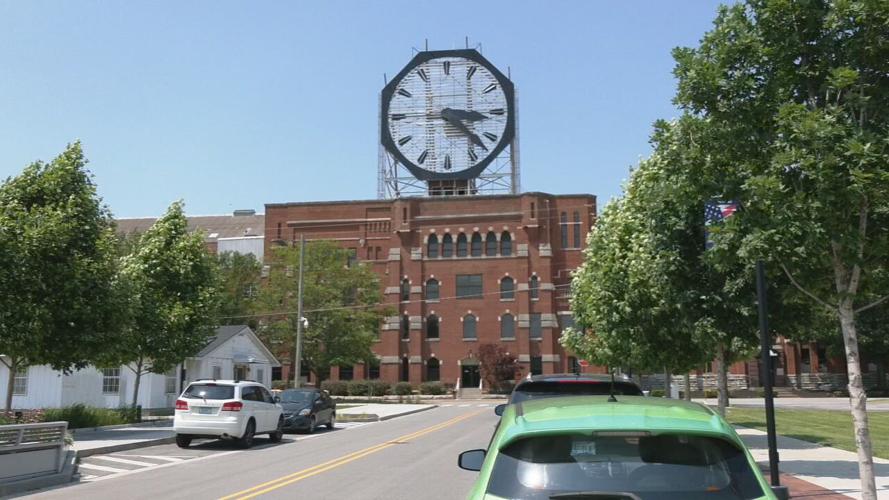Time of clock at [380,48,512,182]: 3:22
